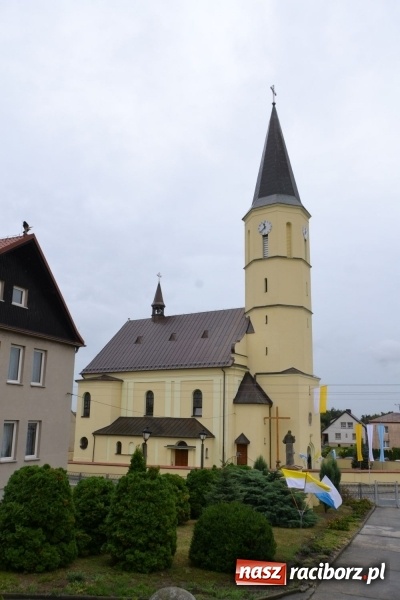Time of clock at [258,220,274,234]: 11:37
